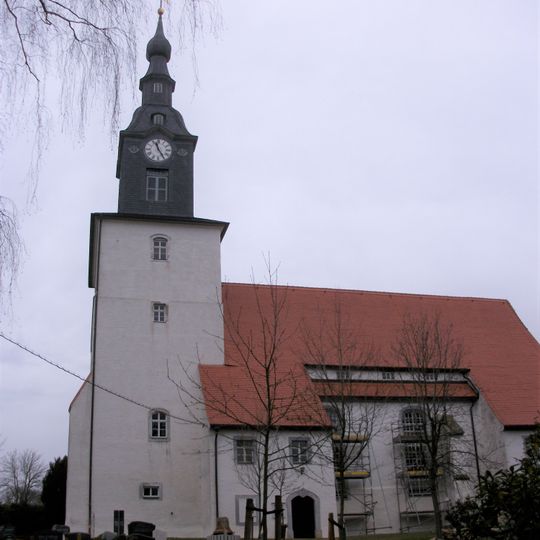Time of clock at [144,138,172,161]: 11:24
